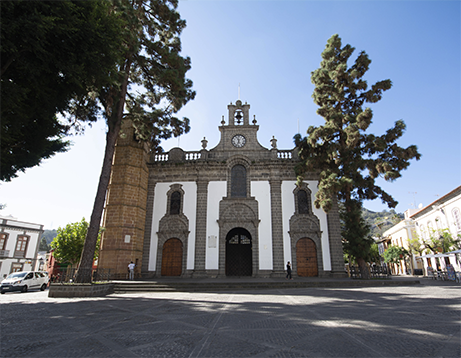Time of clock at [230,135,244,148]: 11:33
